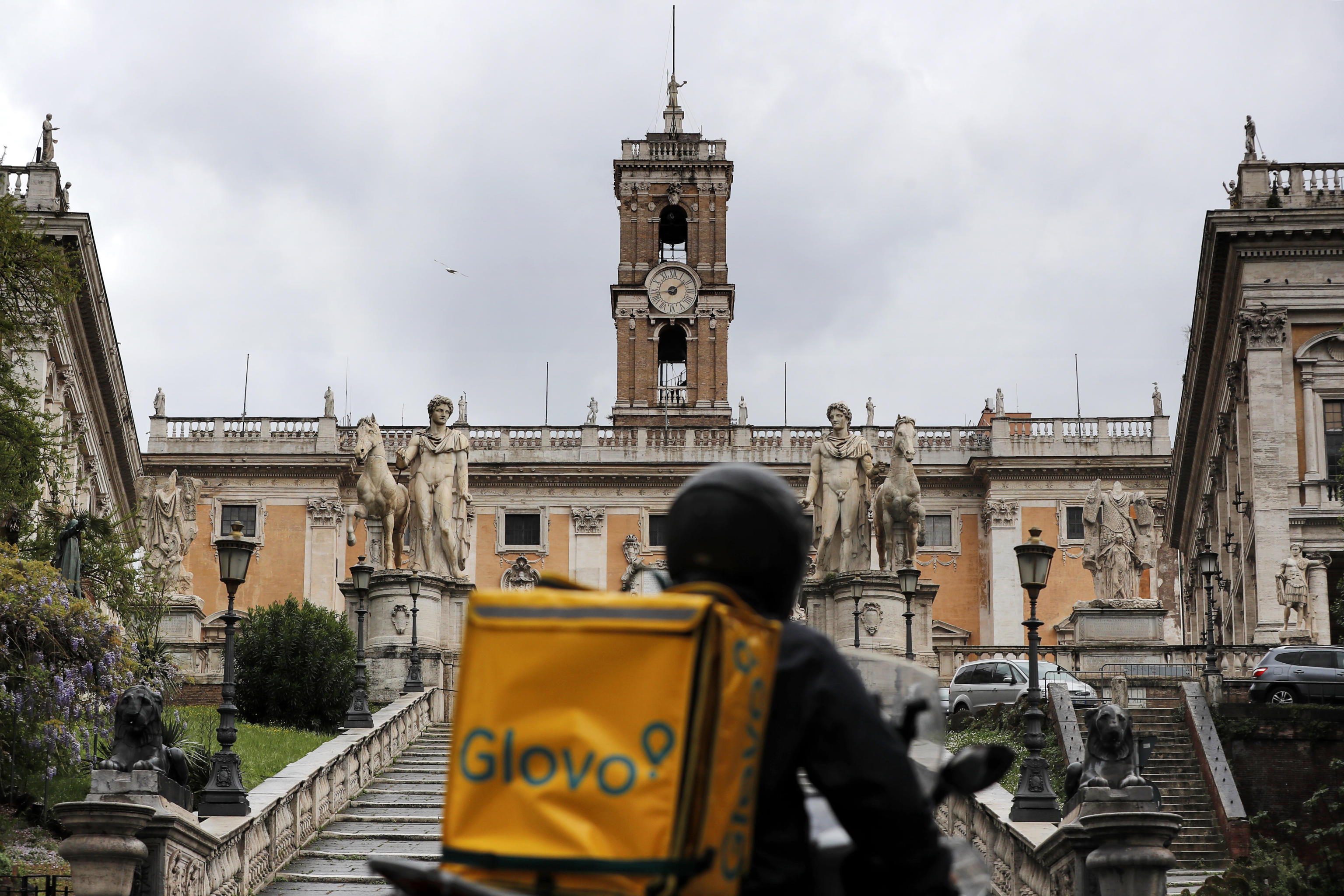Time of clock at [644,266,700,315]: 1:43
